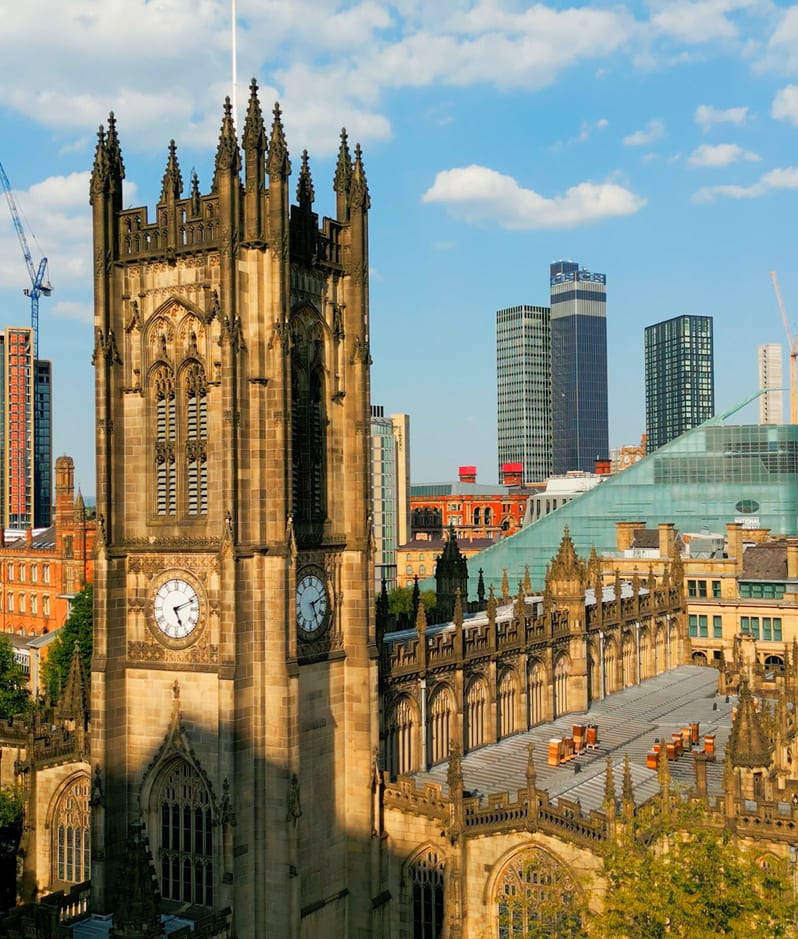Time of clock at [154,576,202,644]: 5:11
